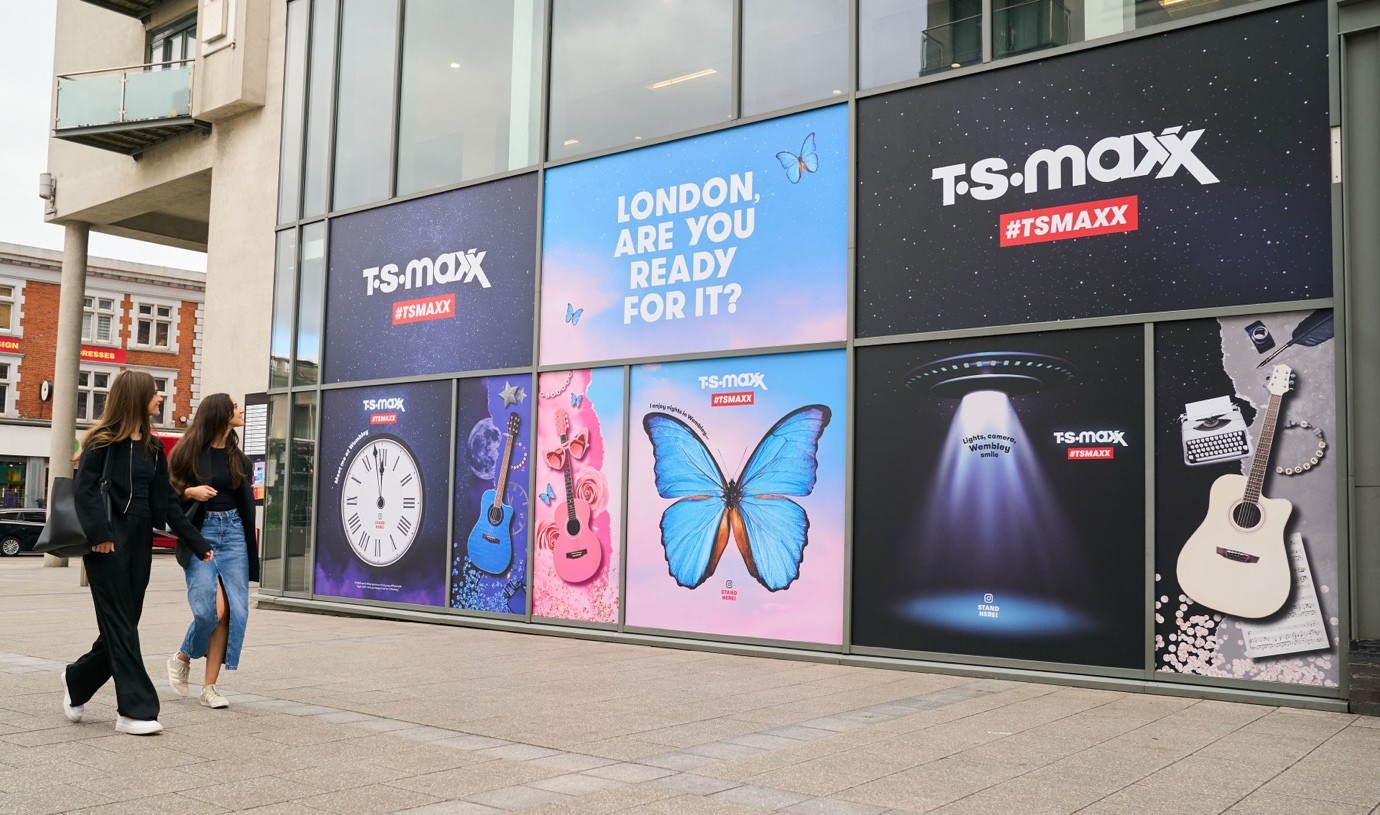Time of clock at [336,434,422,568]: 11:58
